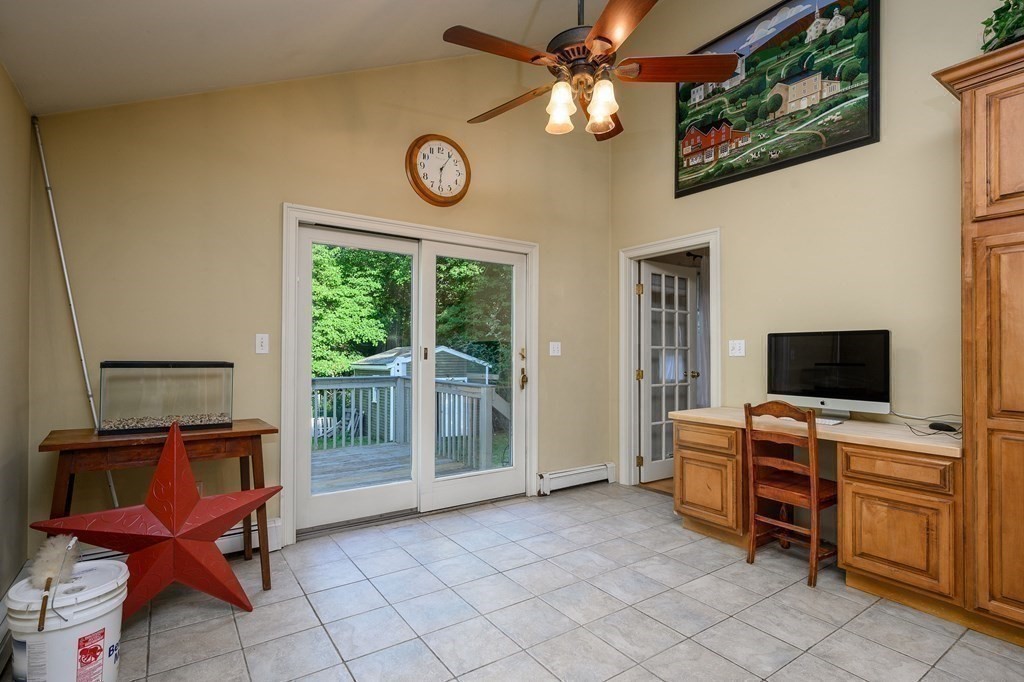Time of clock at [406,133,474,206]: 6:06
